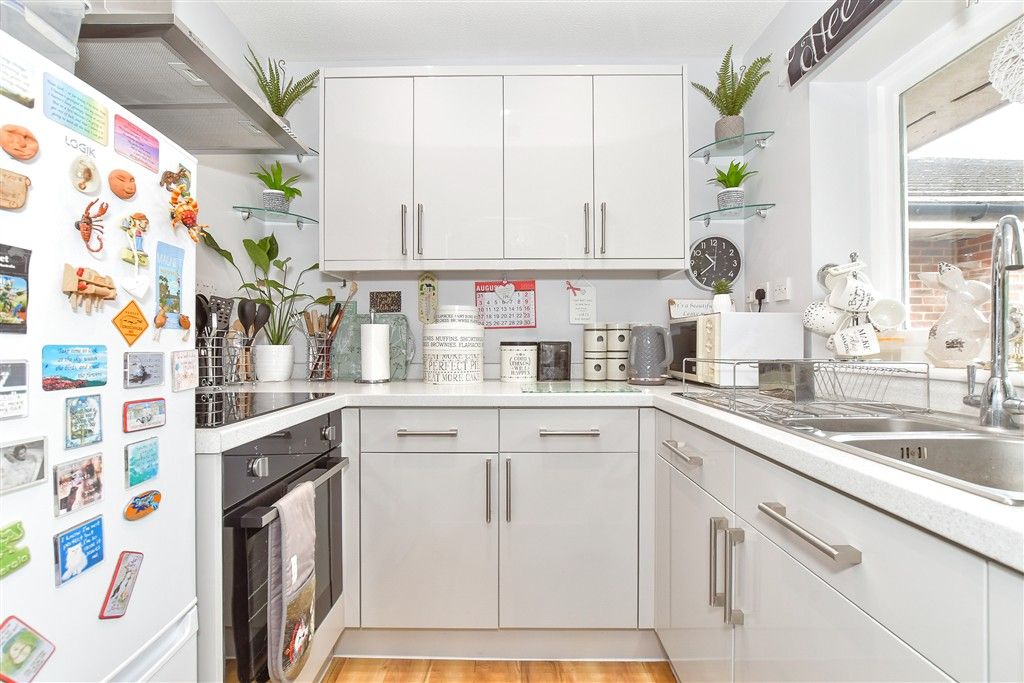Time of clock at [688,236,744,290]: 10:38
